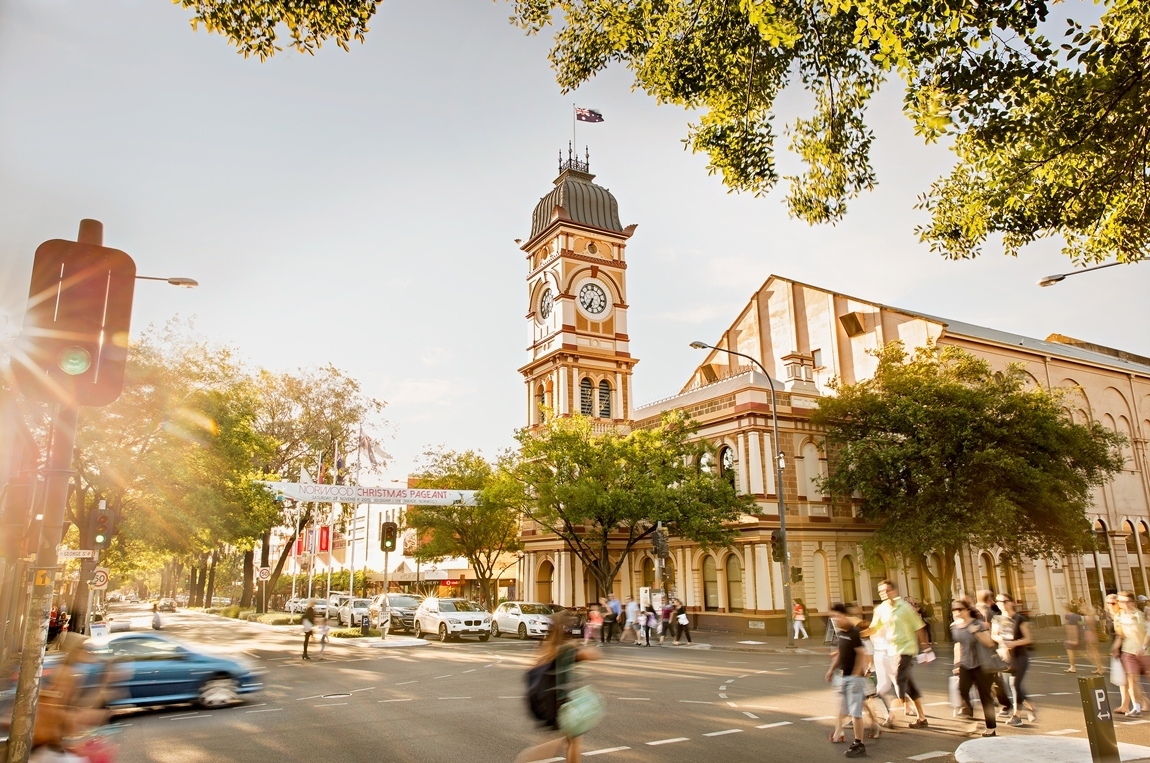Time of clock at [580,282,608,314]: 6:35
